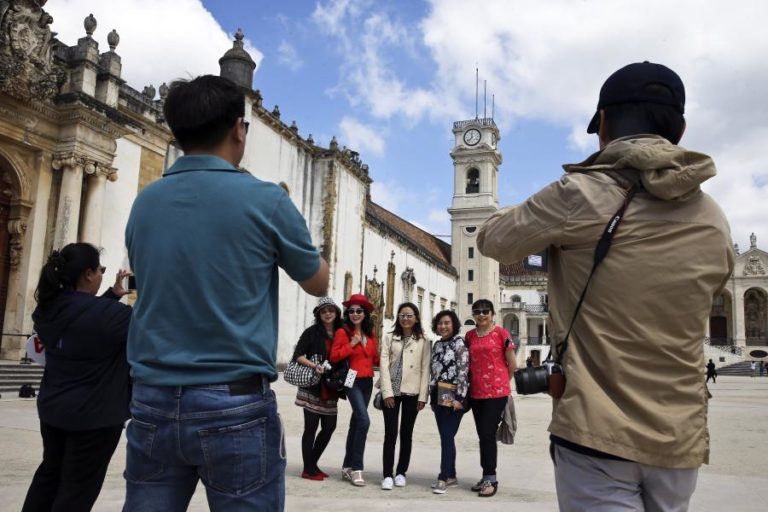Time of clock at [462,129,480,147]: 11:37
